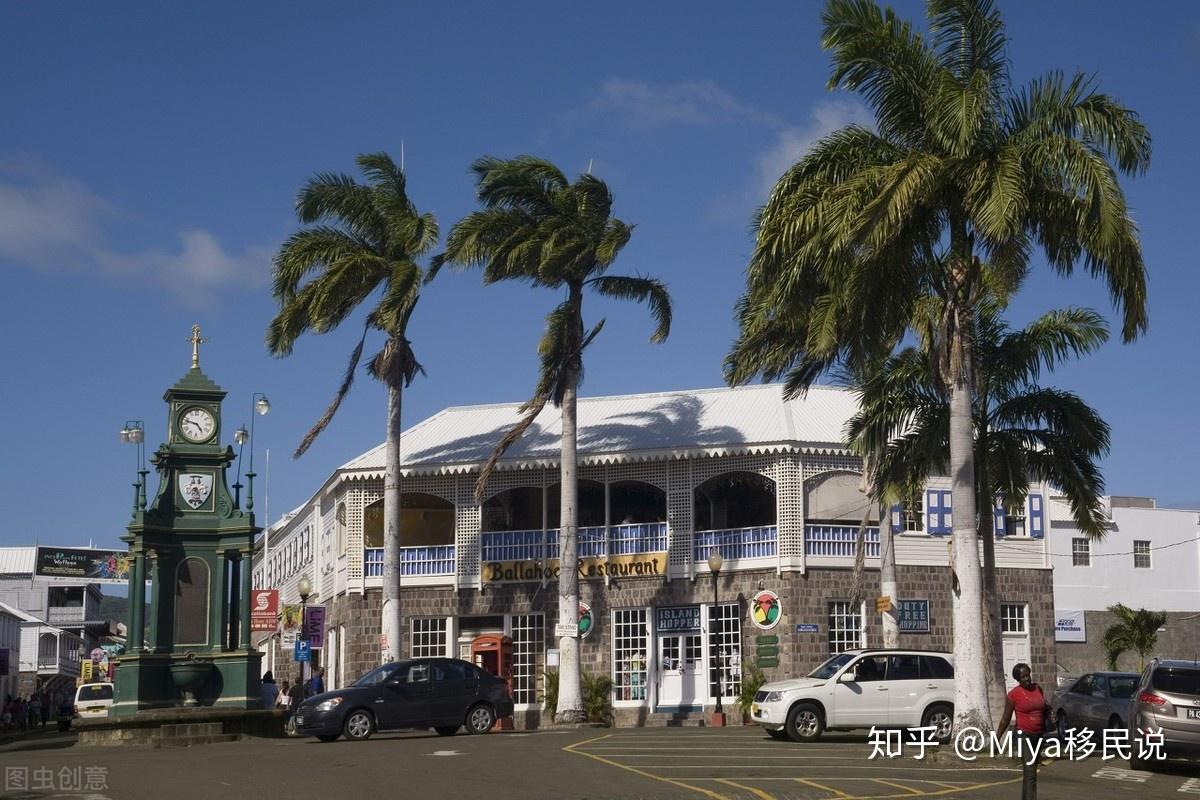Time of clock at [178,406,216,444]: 4:47
